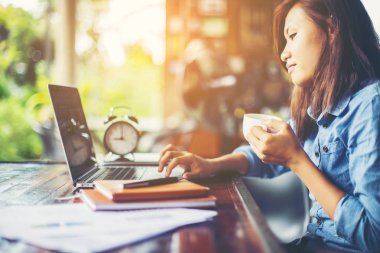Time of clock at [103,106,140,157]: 9:01
